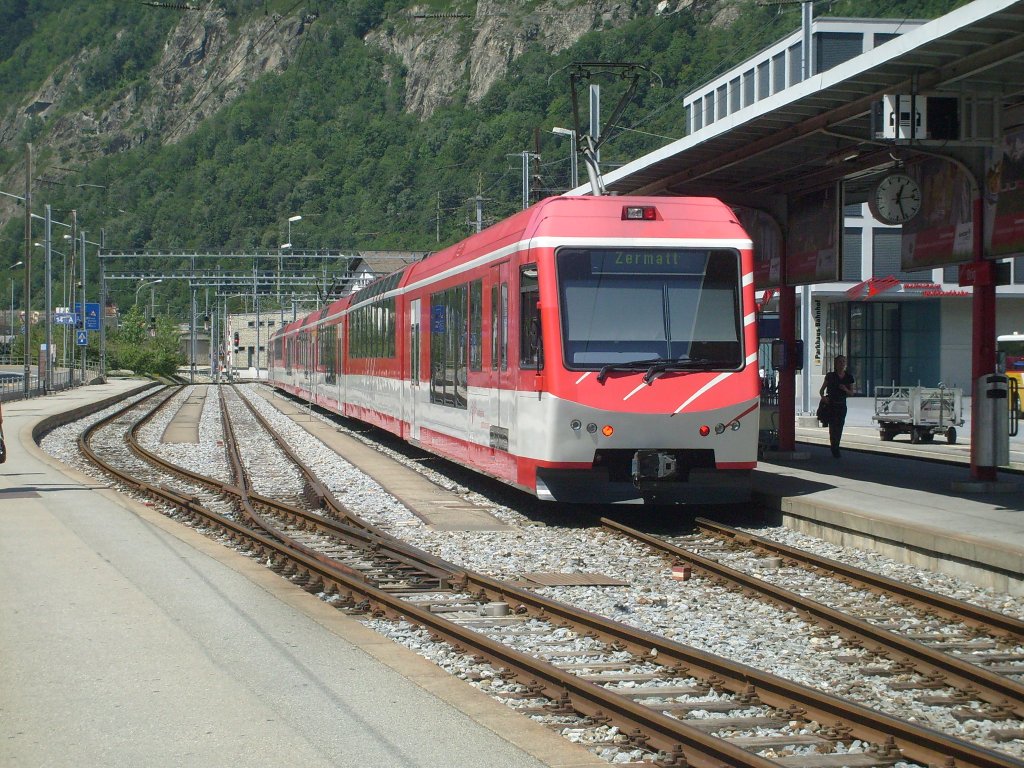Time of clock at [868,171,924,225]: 12:26
